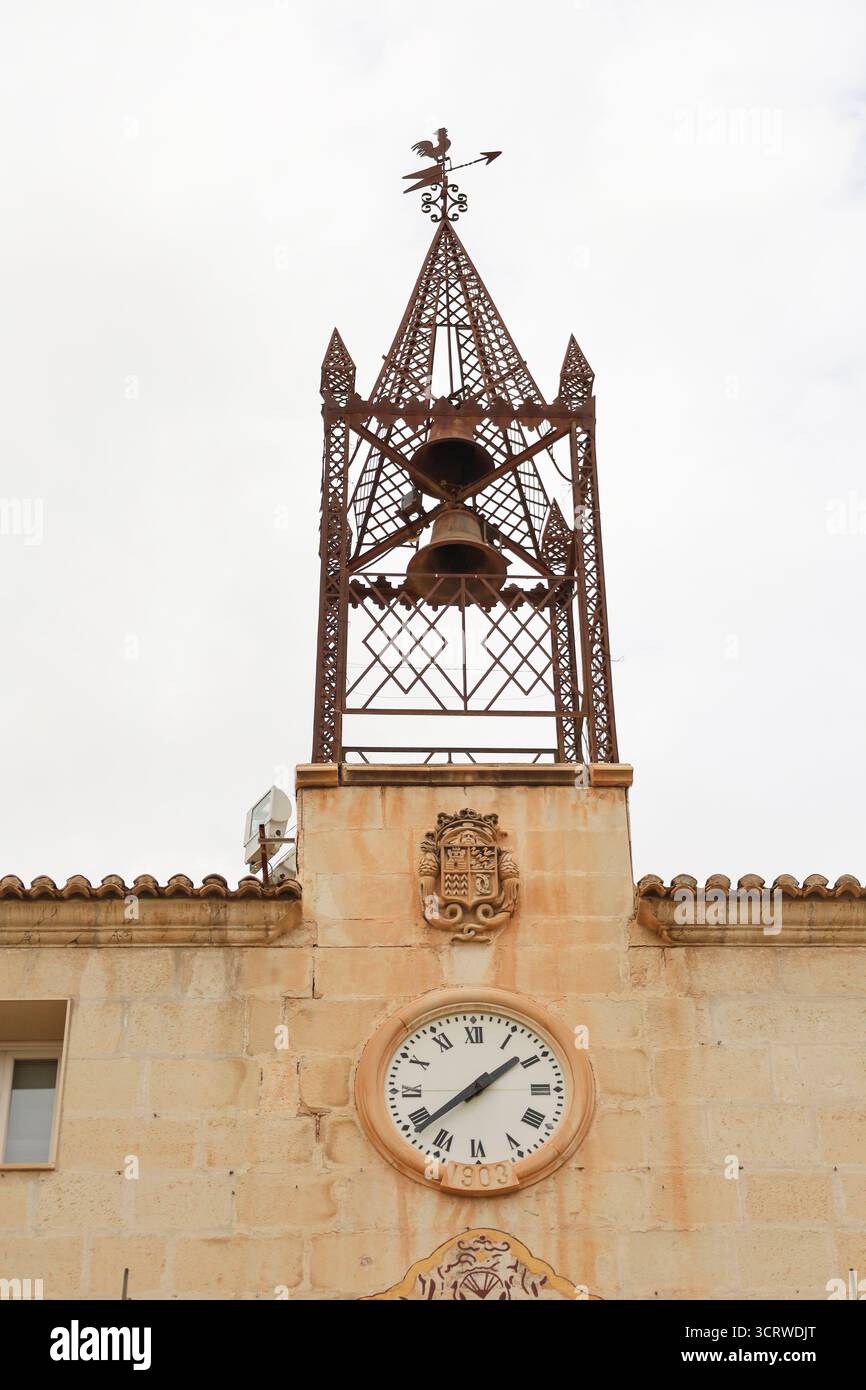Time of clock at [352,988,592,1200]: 1:38
